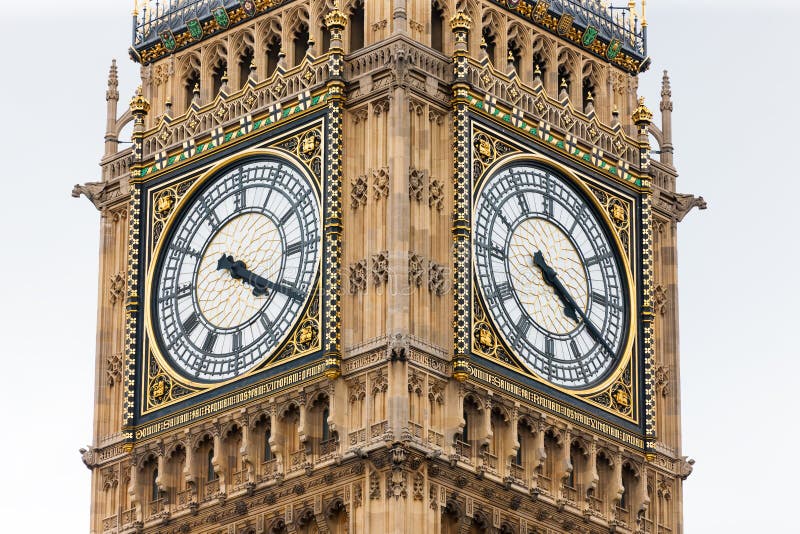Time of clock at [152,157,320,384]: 4:20
